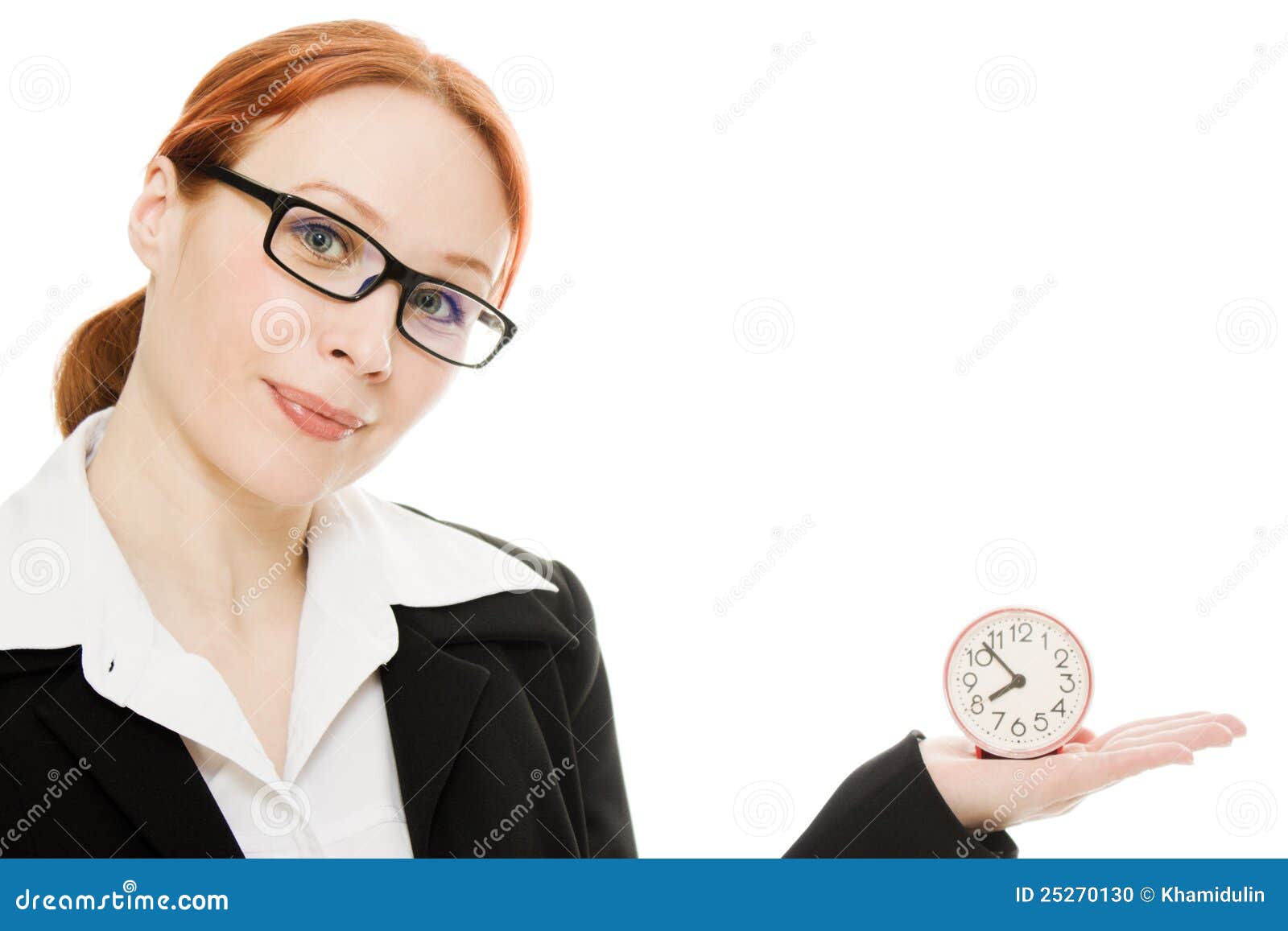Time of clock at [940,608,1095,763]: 7:52
